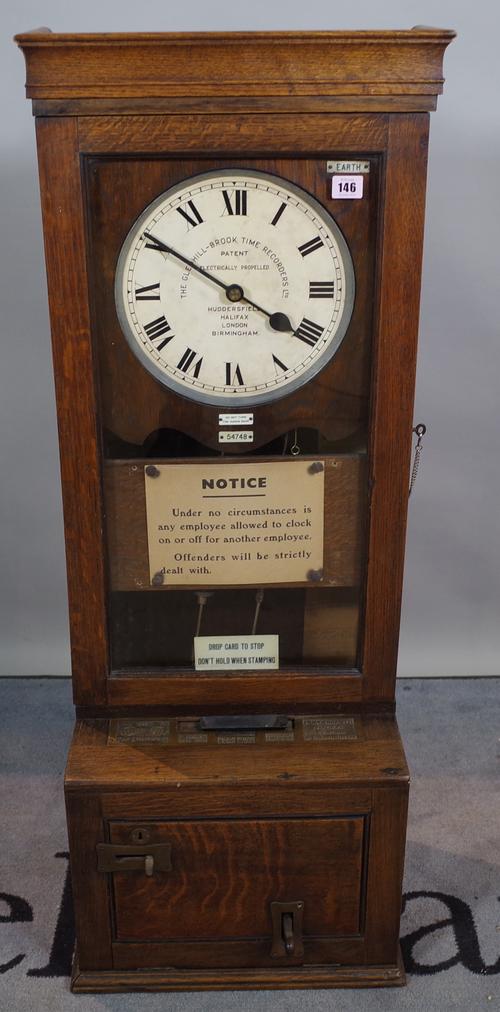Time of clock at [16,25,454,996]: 3:50
